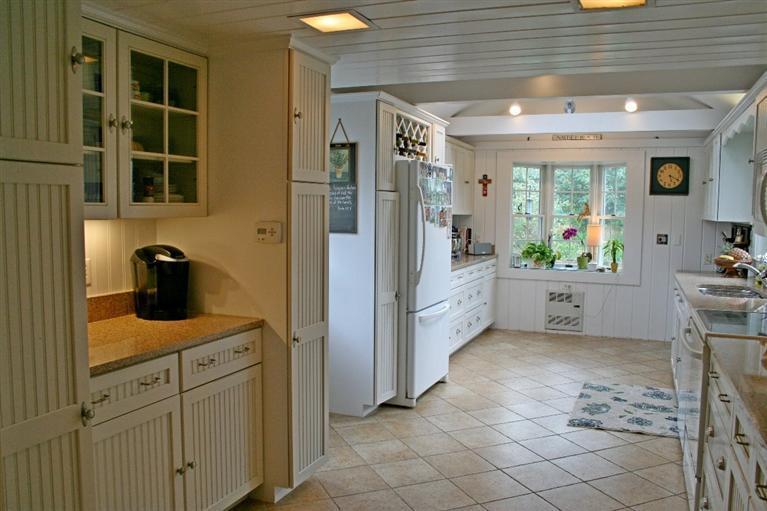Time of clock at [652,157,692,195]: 5:19
